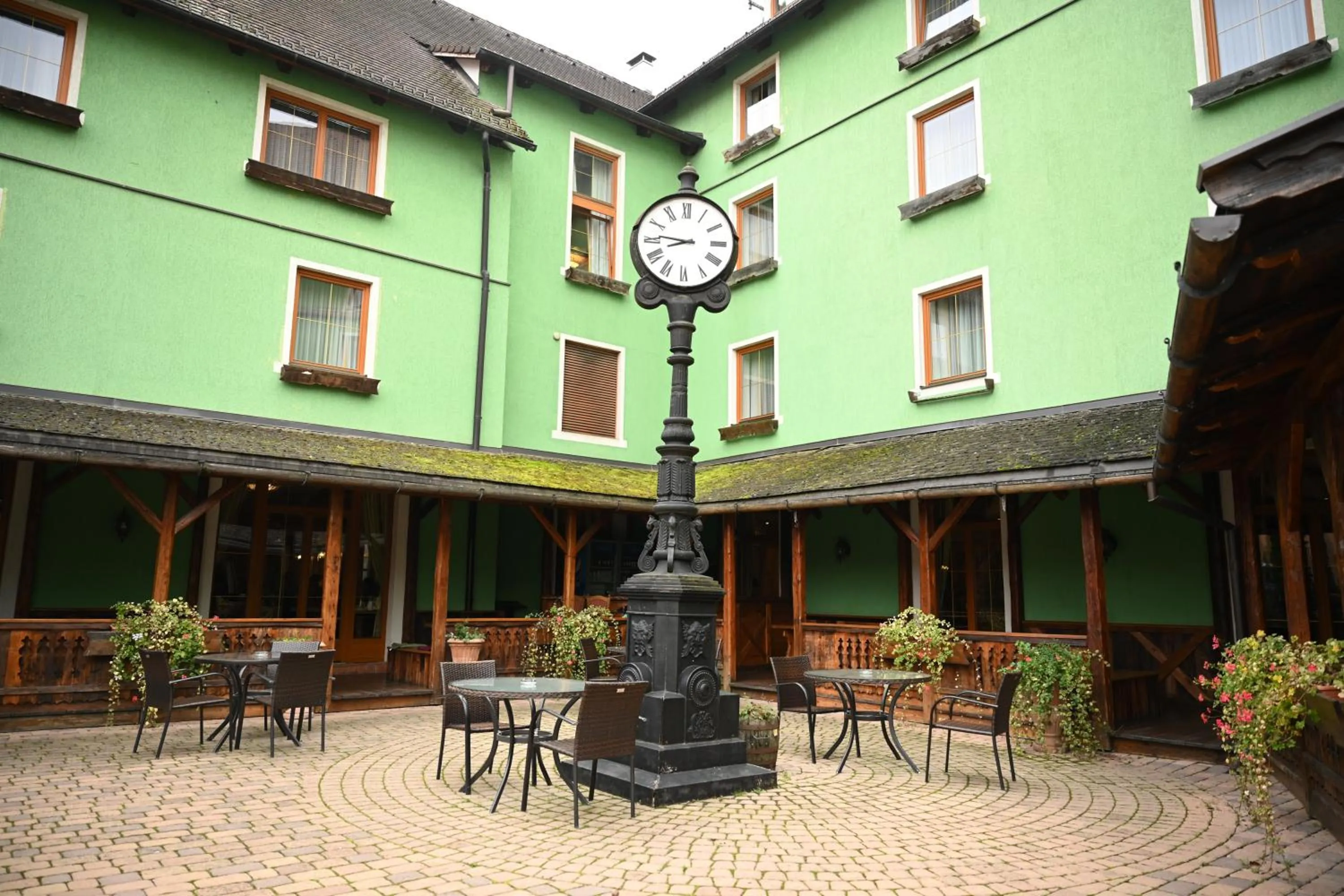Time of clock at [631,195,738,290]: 8:46
